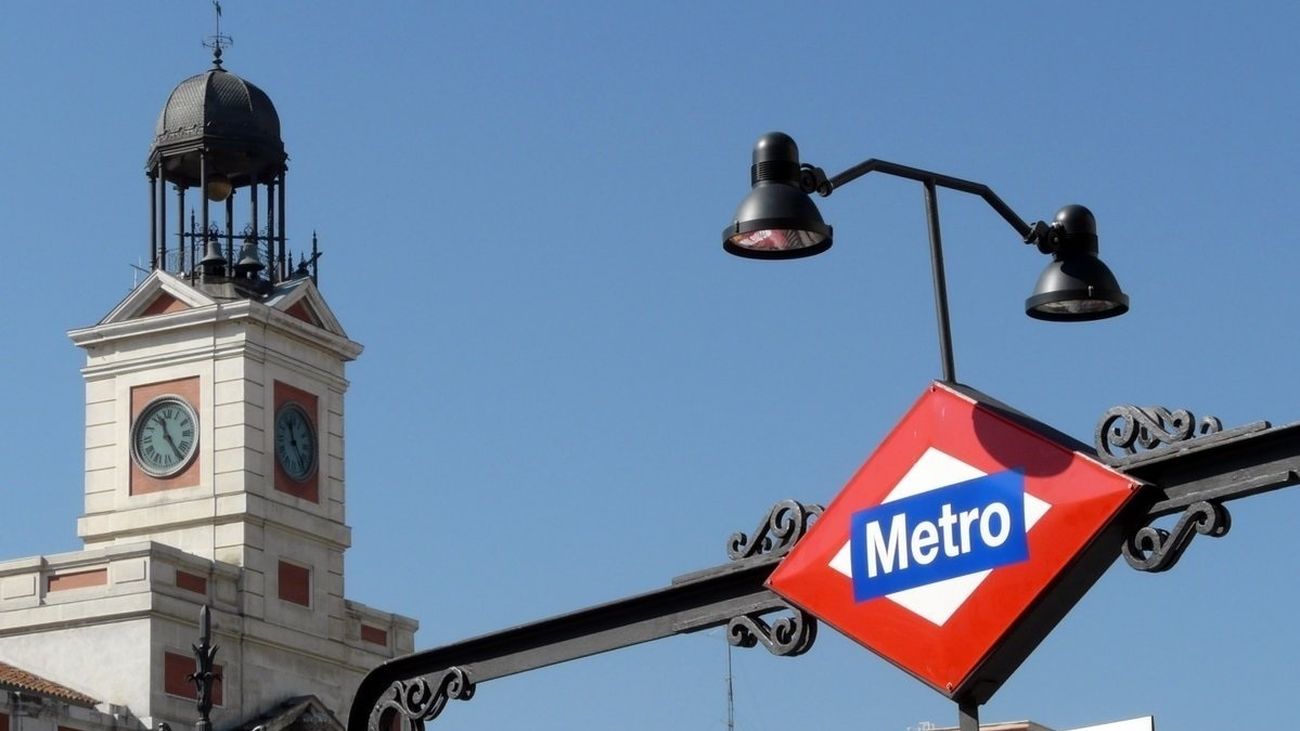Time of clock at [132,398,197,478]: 11:24
